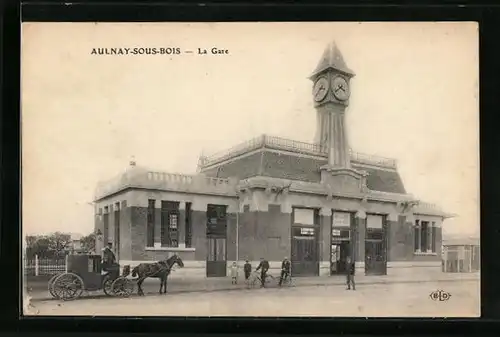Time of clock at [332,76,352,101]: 3:37
